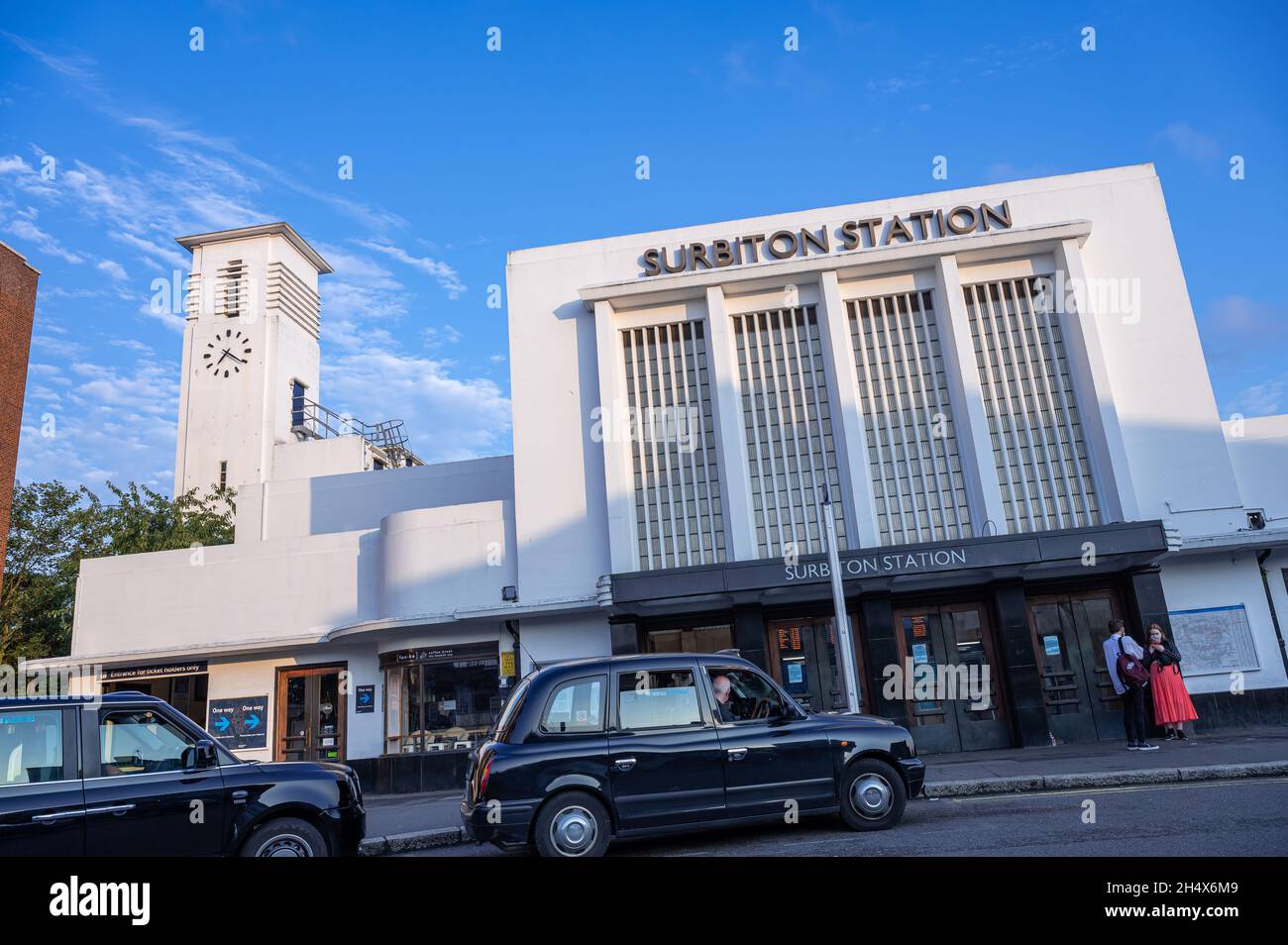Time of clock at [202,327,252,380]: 7:20
